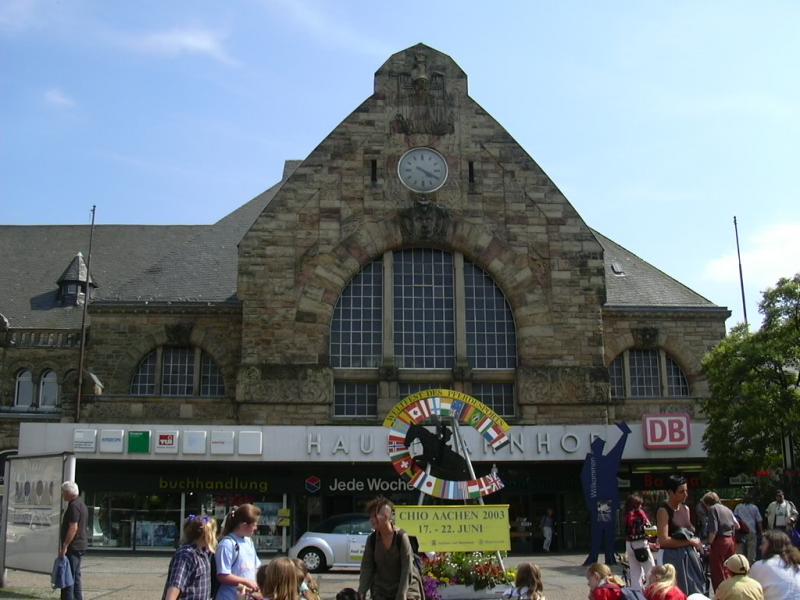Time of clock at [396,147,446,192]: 4:19
